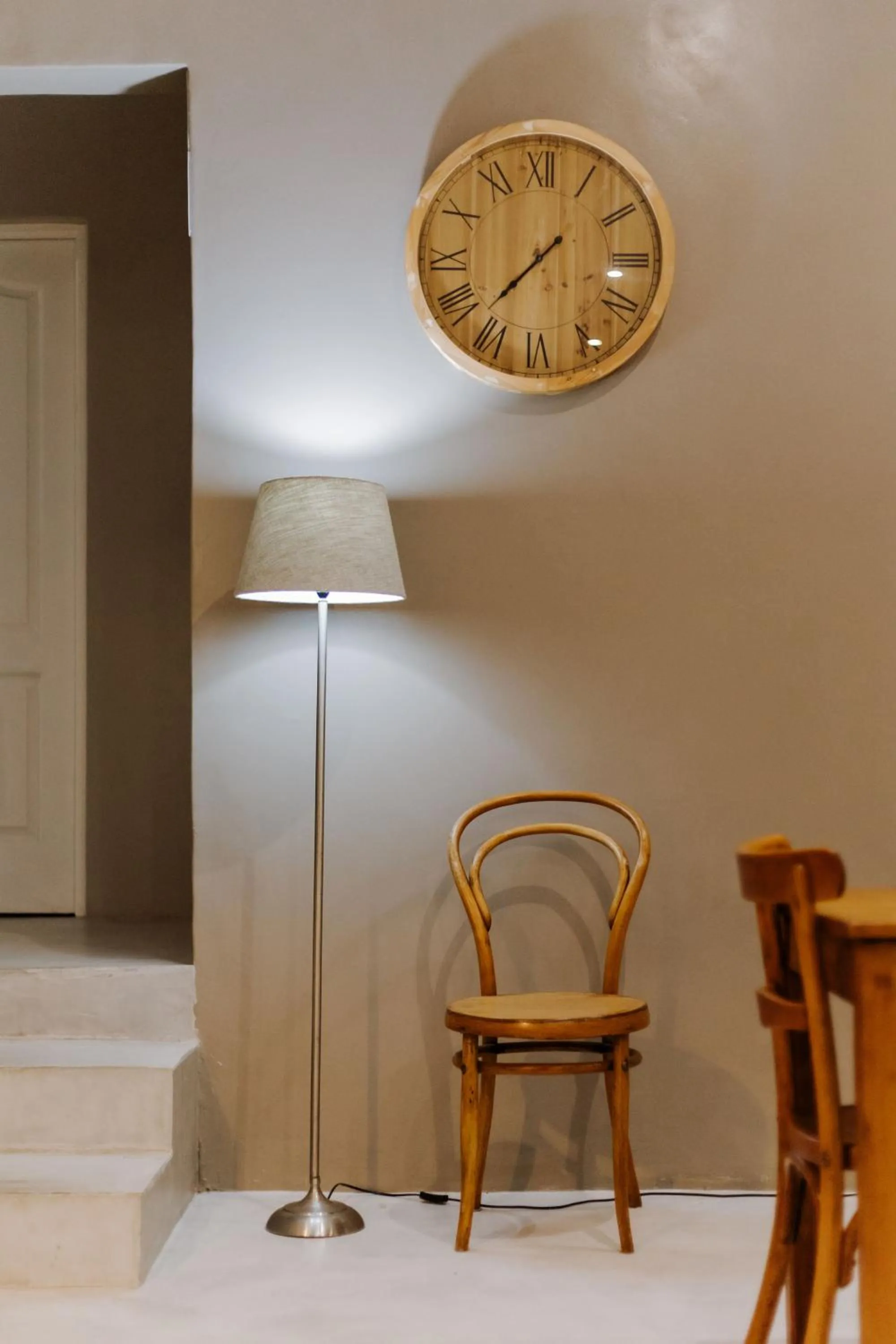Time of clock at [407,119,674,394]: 7:37
